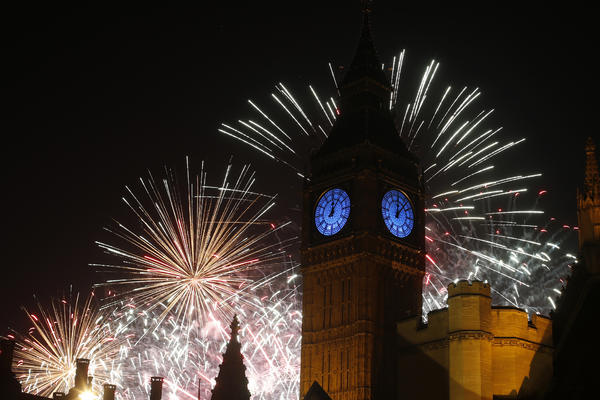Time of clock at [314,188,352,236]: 12:05
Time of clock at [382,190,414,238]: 12:06
